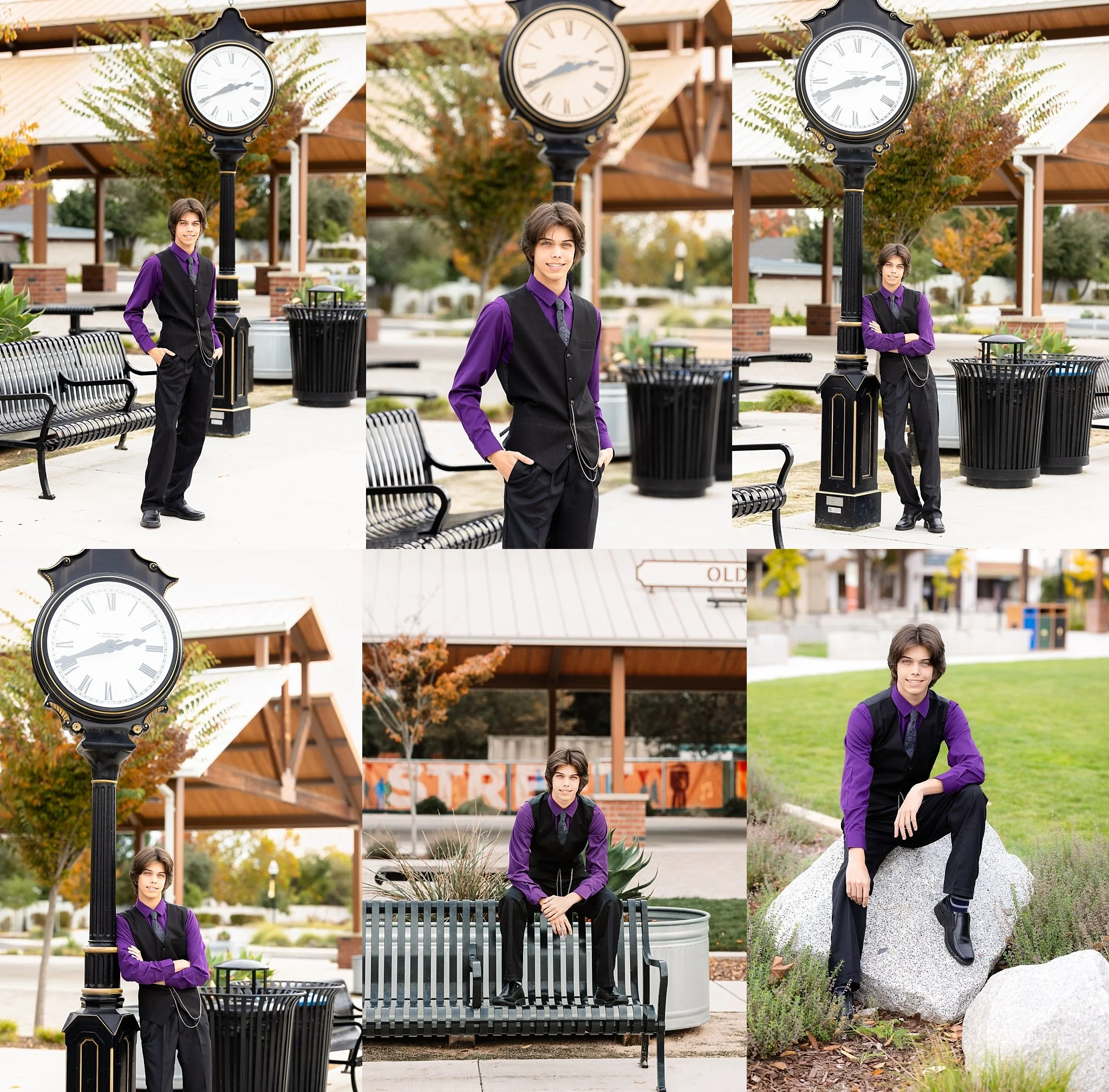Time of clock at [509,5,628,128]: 2:40
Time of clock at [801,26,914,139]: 2:41
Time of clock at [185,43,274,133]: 2:40
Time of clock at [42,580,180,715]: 2:41
